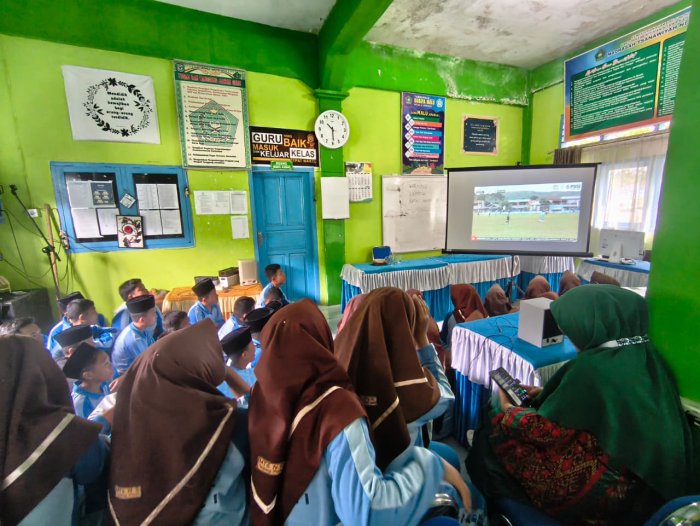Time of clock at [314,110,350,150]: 10:29
